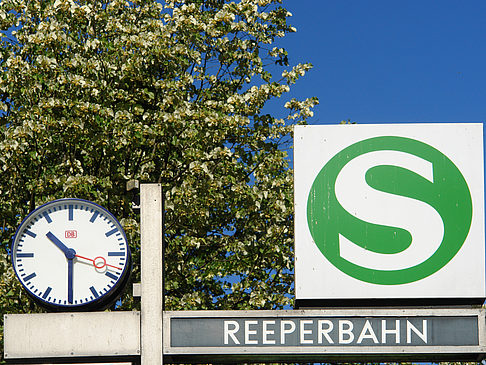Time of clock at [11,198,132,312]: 10:30
